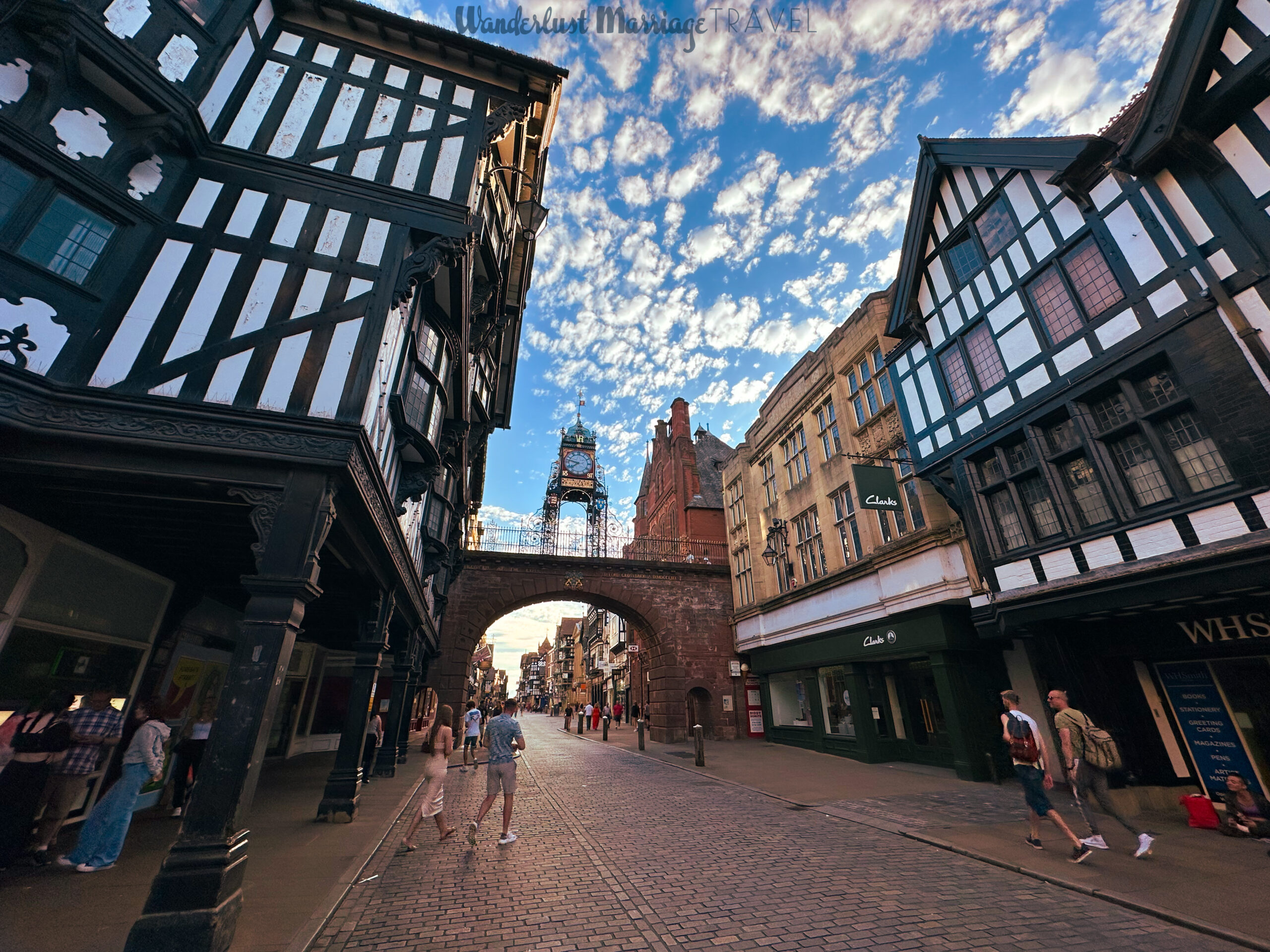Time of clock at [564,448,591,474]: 7:47
